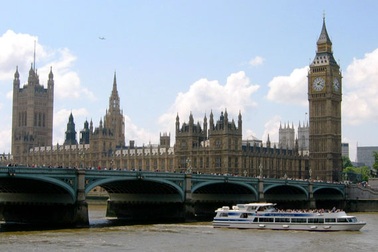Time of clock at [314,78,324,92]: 1:18
